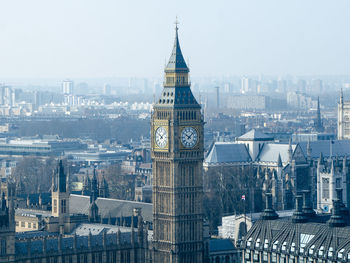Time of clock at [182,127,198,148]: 10:07
